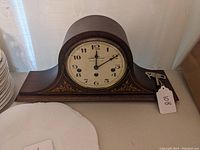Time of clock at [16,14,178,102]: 12:09
